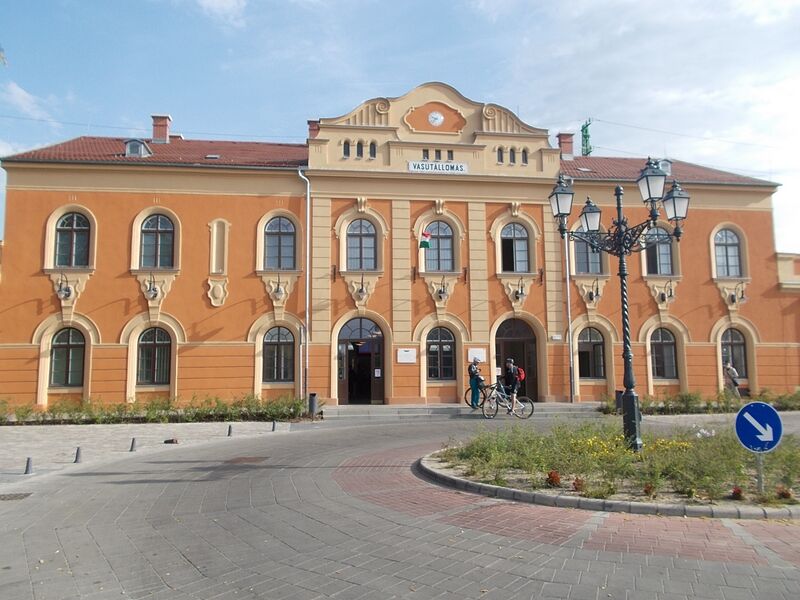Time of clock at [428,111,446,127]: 9:37
